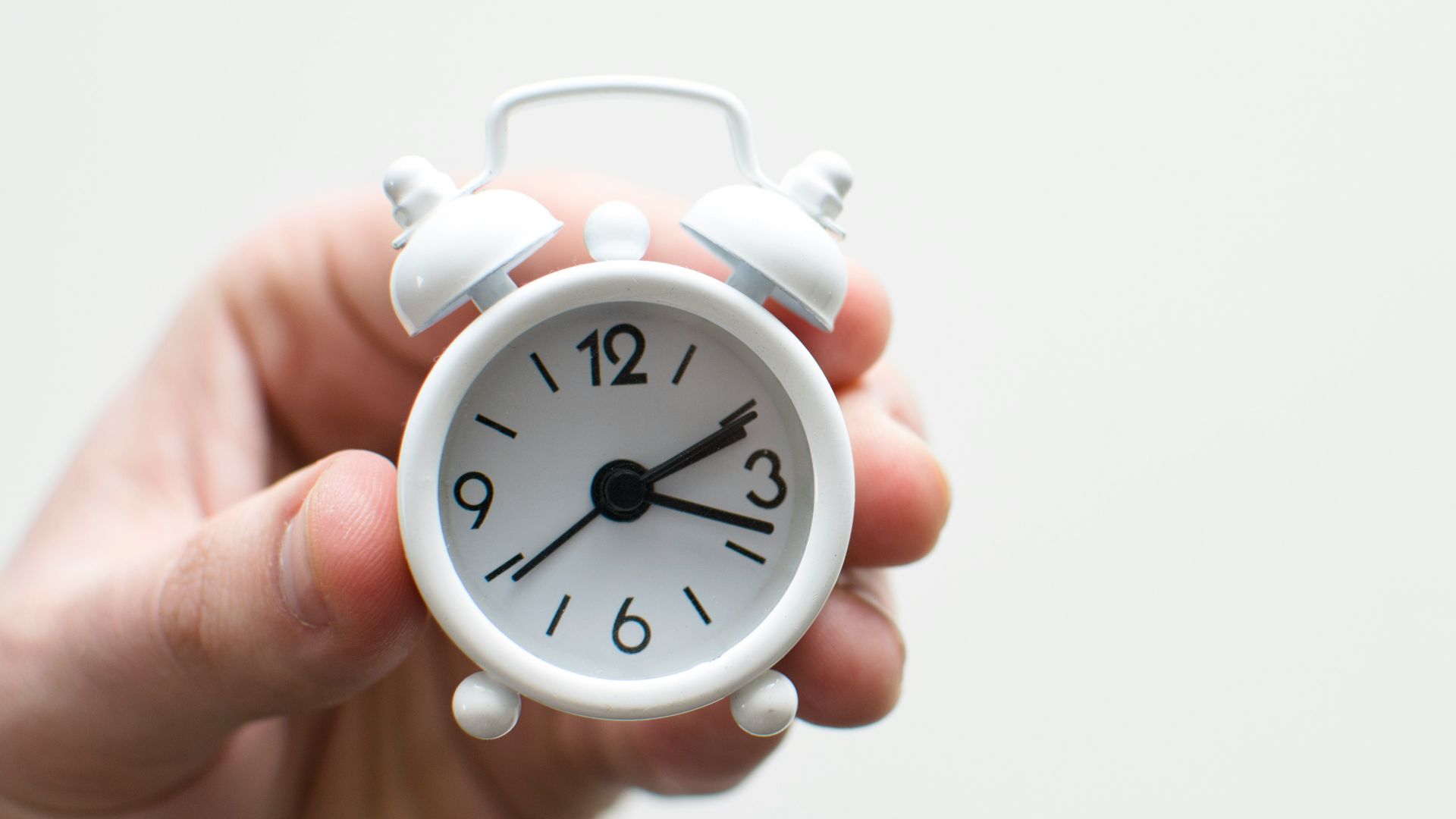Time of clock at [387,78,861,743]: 2:18
